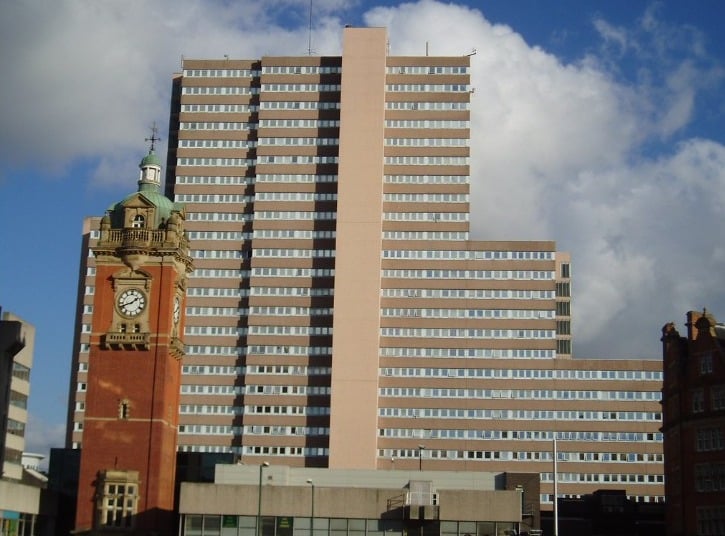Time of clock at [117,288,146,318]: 1:41
